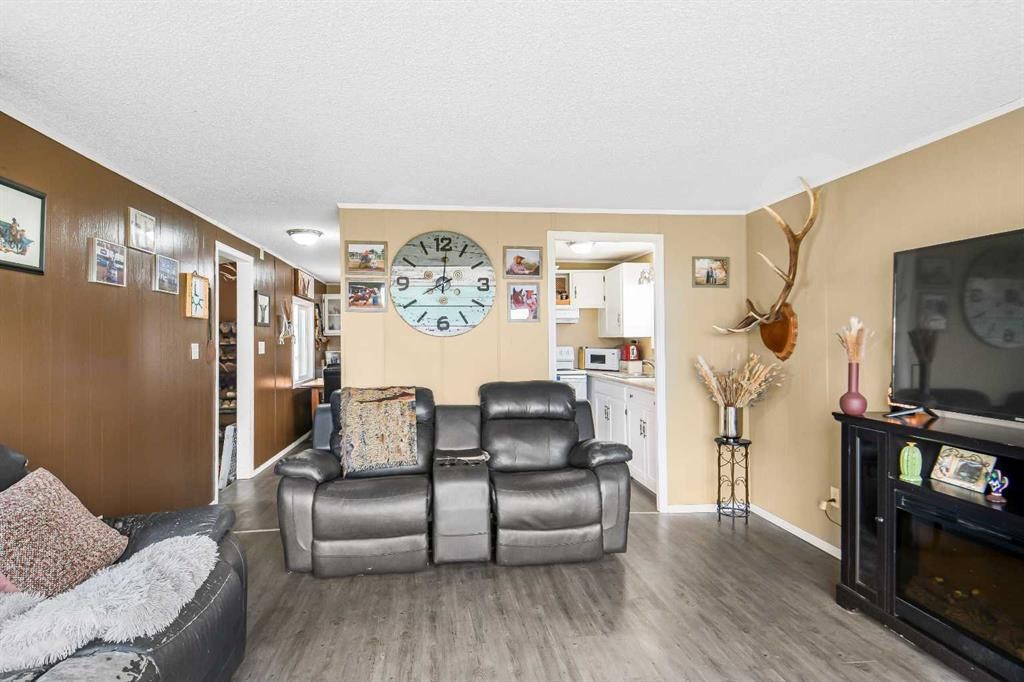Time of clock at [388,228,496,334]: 8:00
